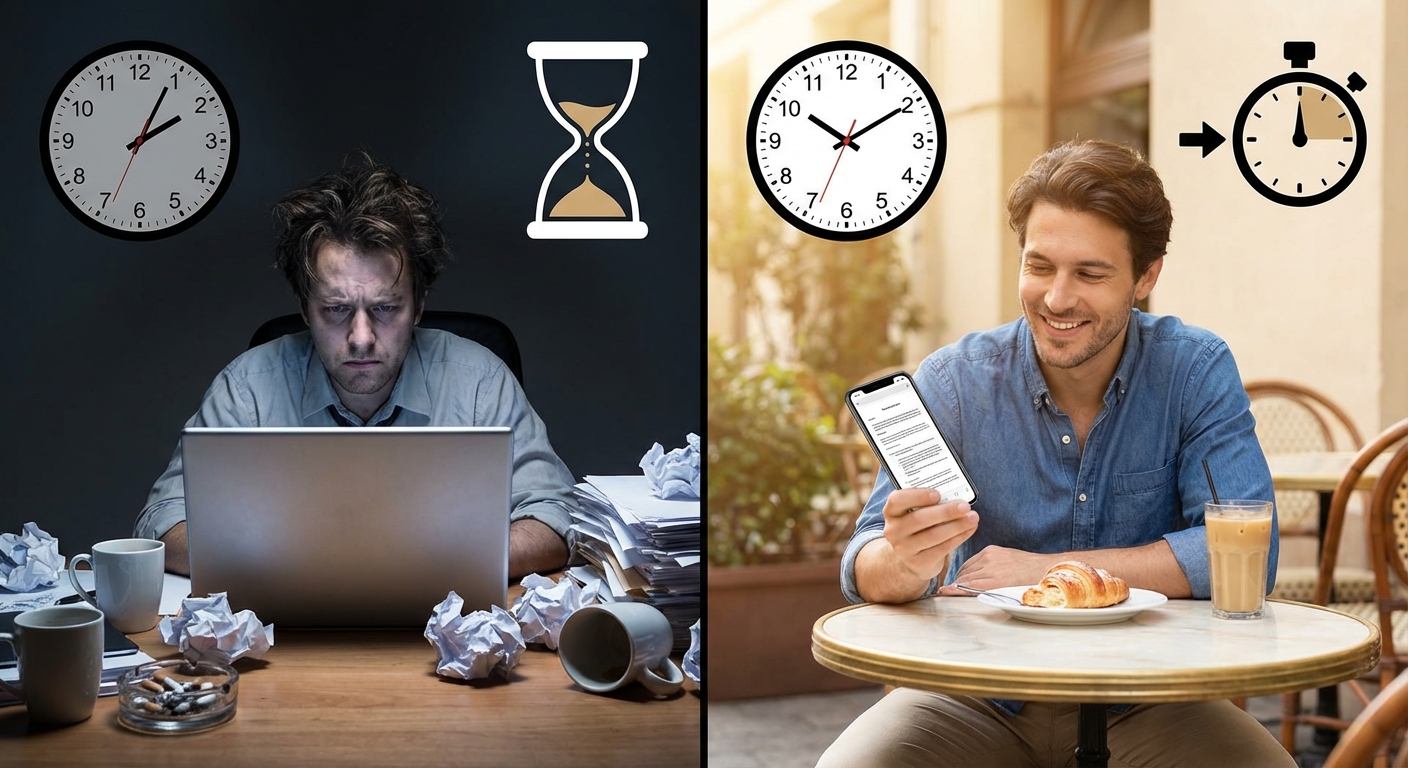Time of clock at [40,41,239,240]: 2:04
